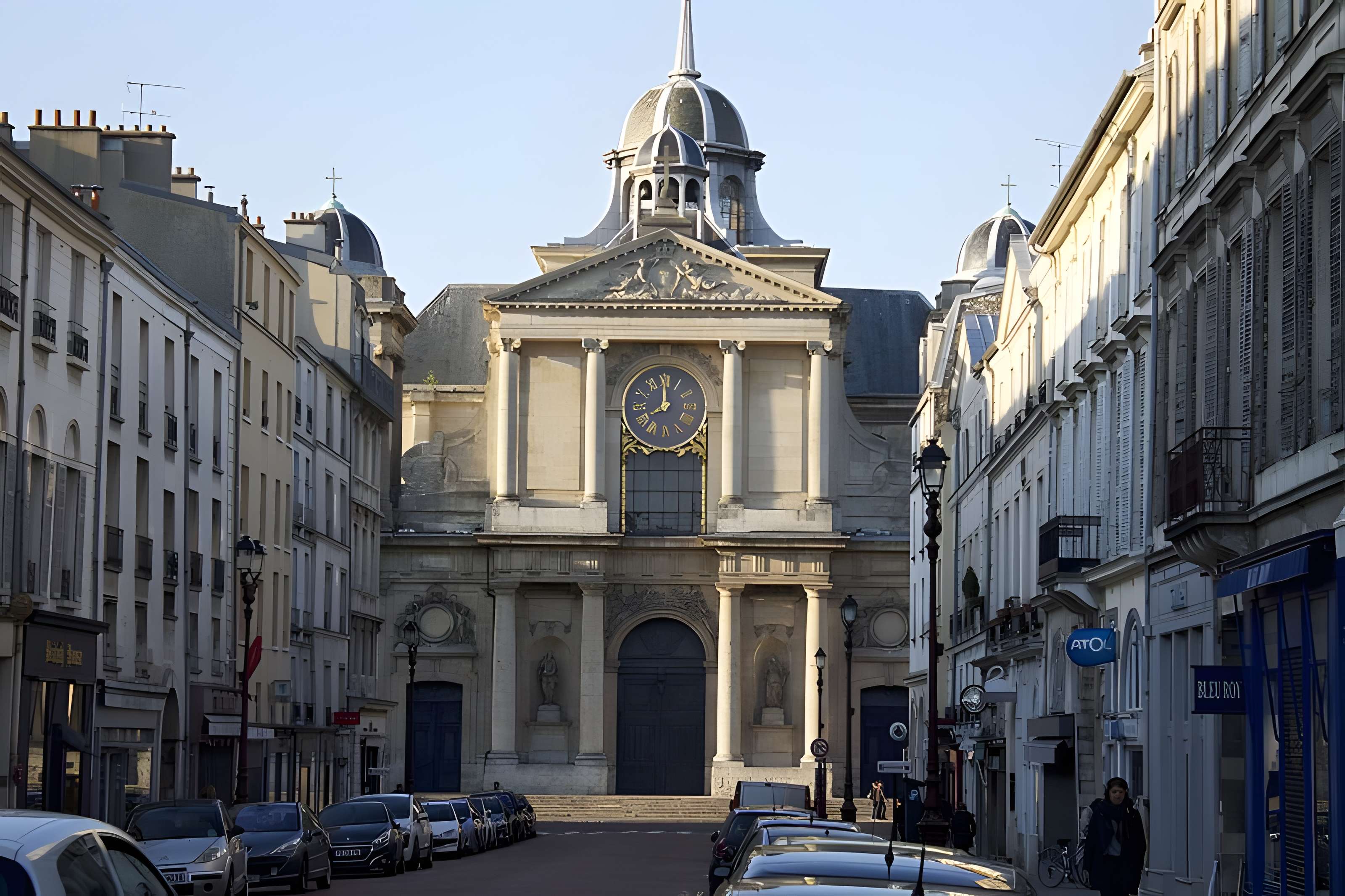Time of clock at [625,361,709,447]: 7:59
